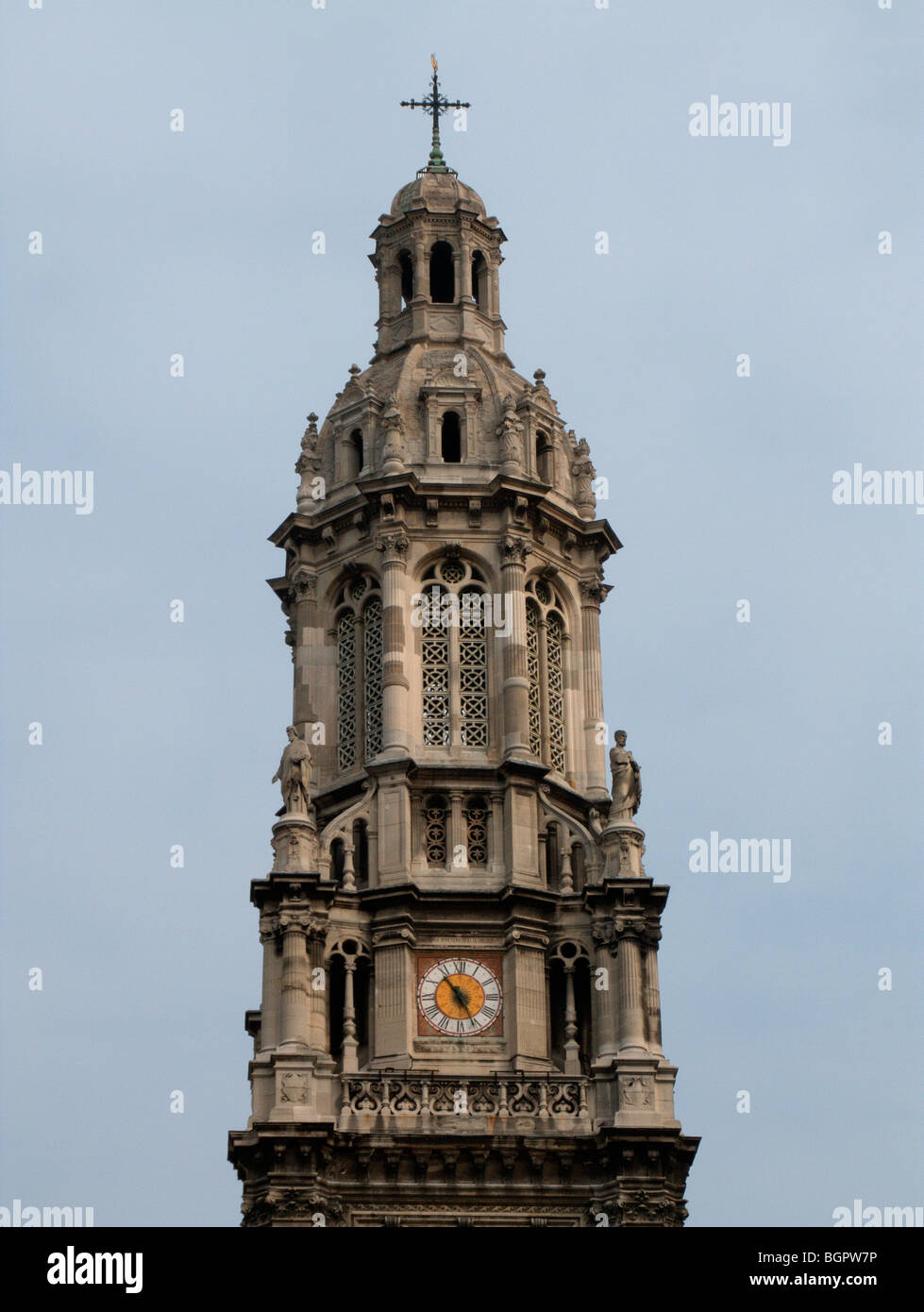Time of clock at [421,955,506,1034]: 4:53
